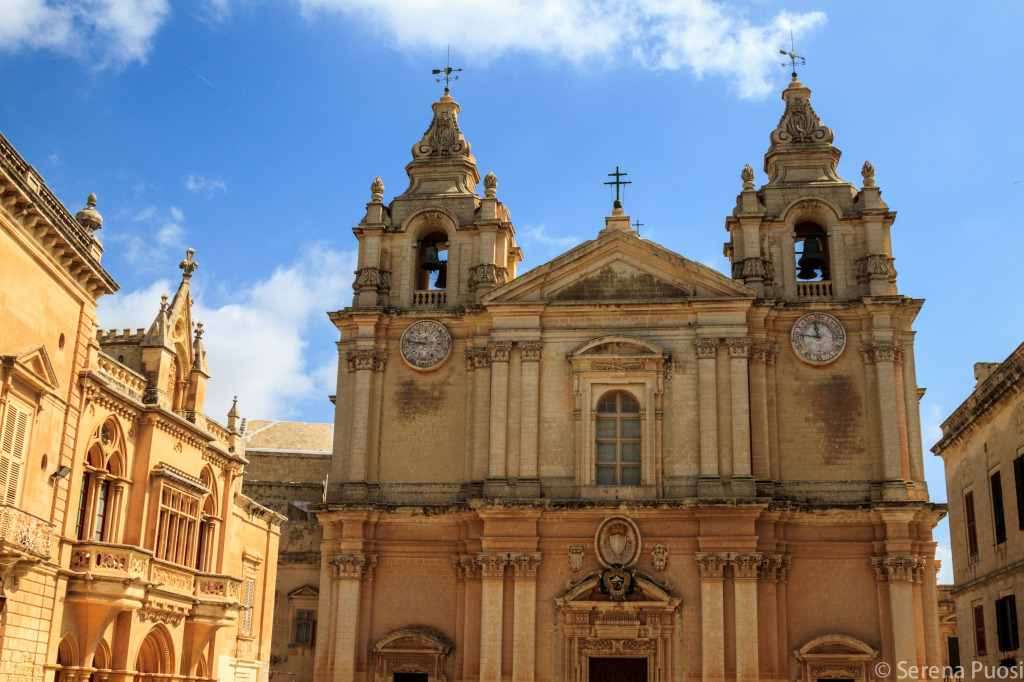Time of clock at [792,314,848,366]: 11:46
